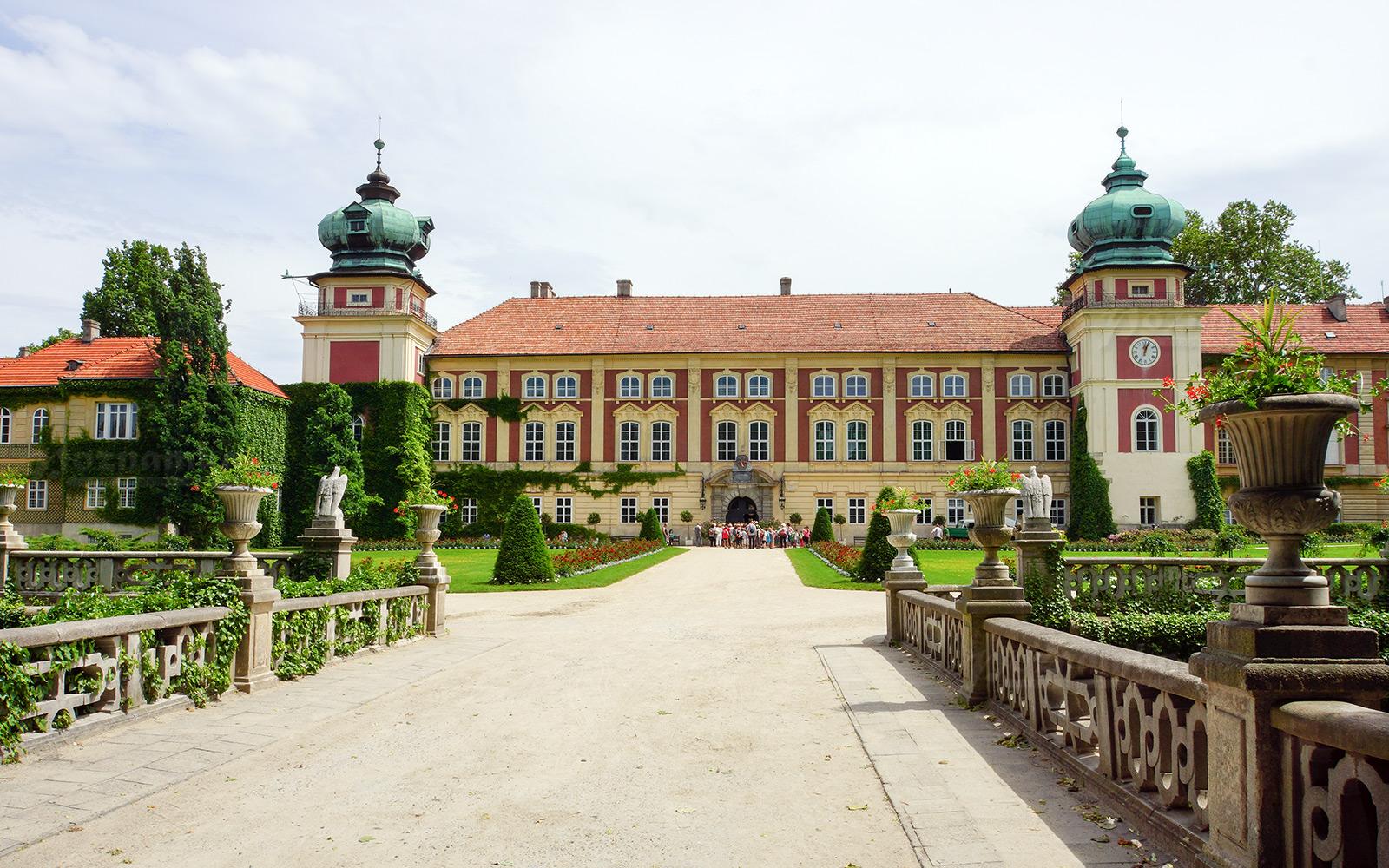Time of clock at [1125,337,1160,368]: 12:03
